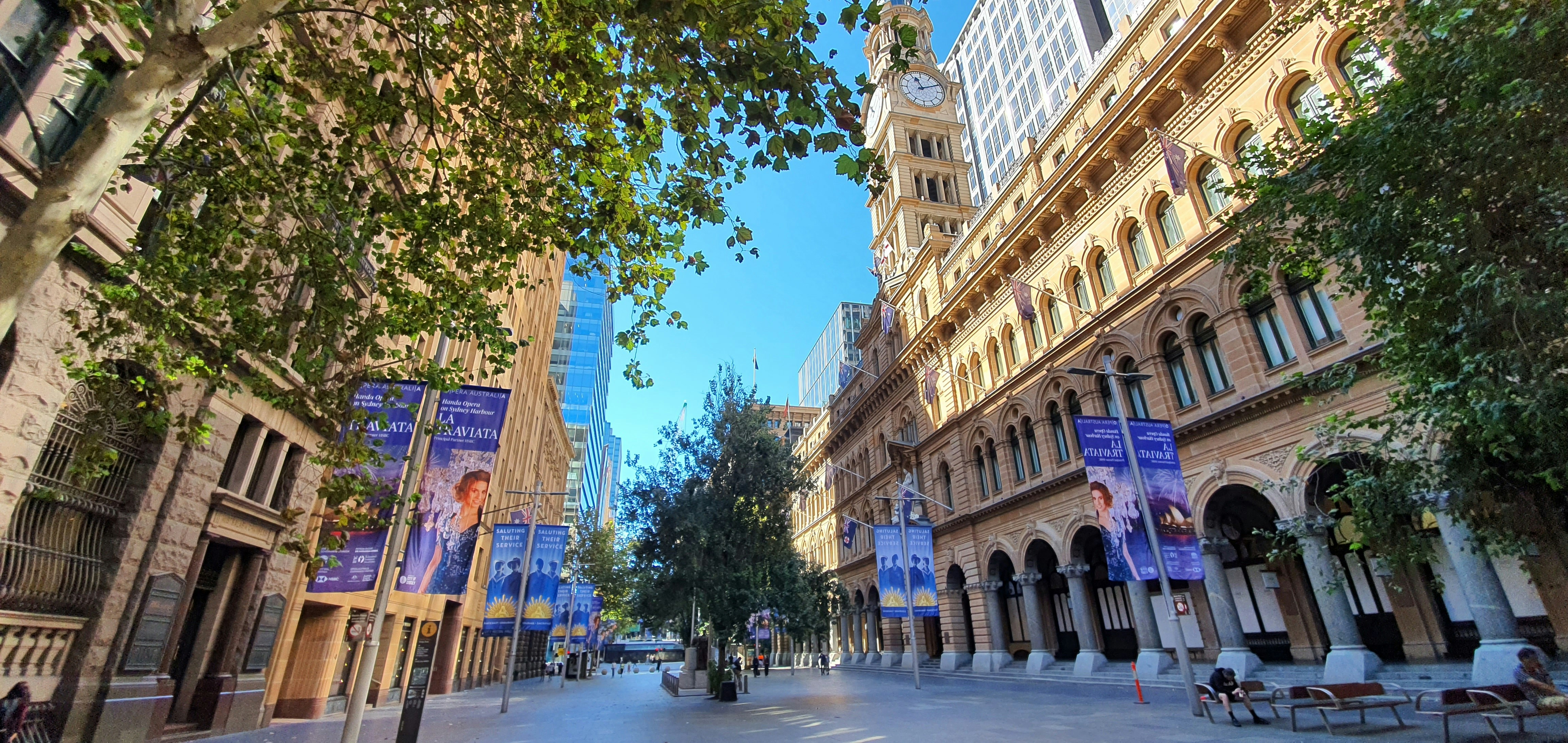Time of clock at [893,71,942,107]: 11:10
